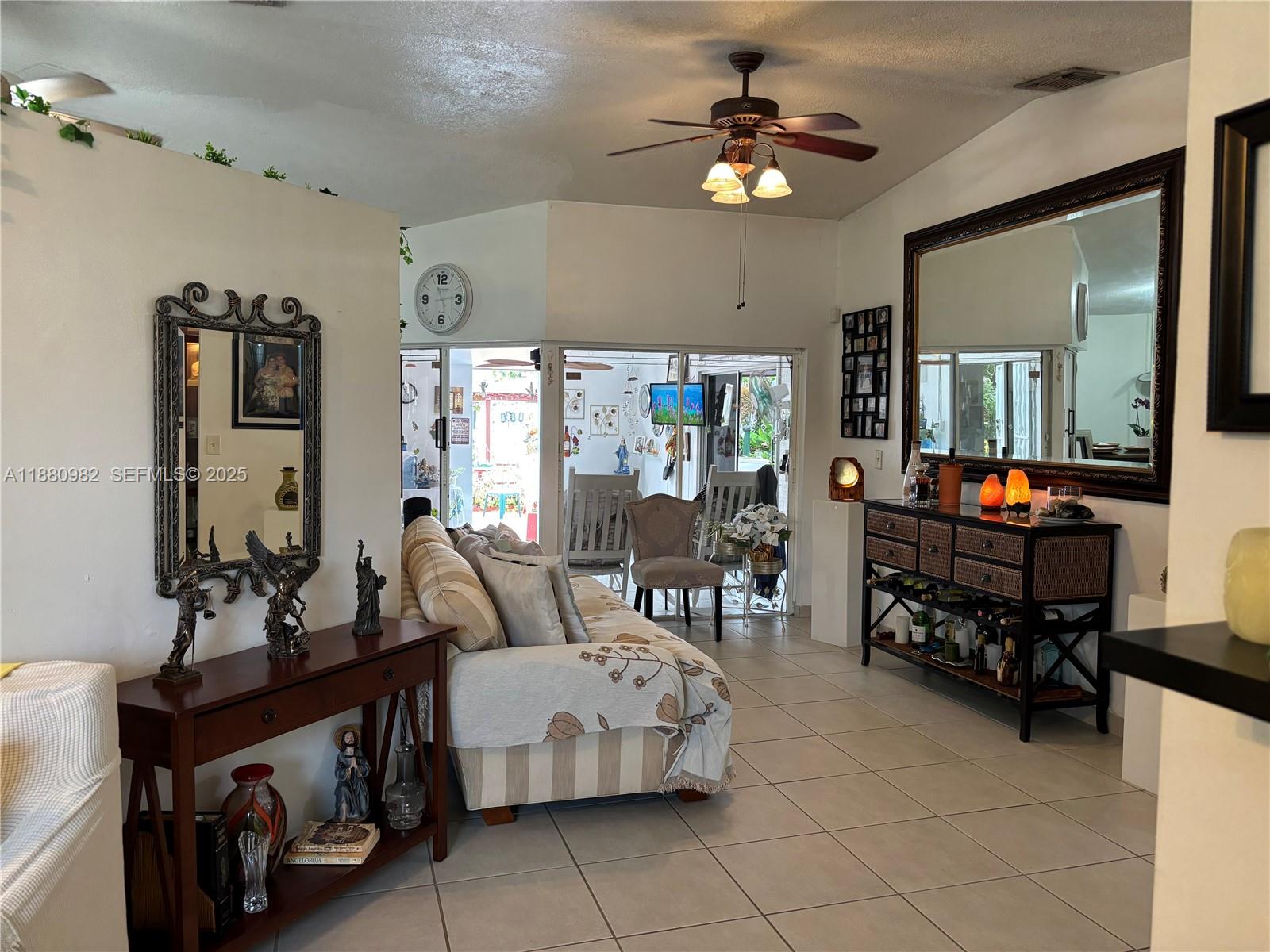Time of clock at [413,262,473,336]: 11:13
